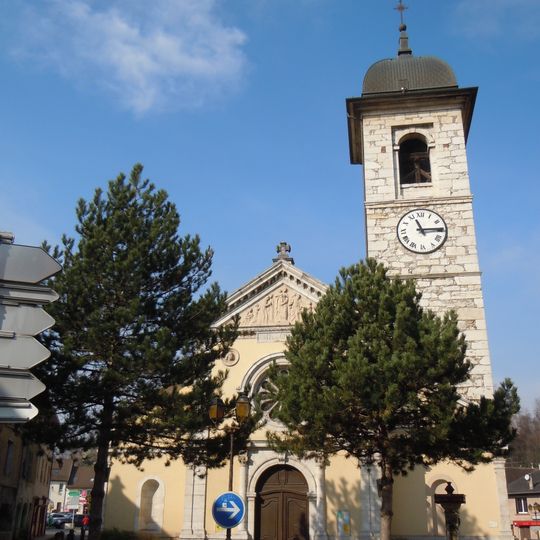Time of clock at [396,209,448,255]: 11:14
